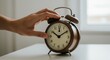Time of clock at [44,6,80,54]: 10:09
